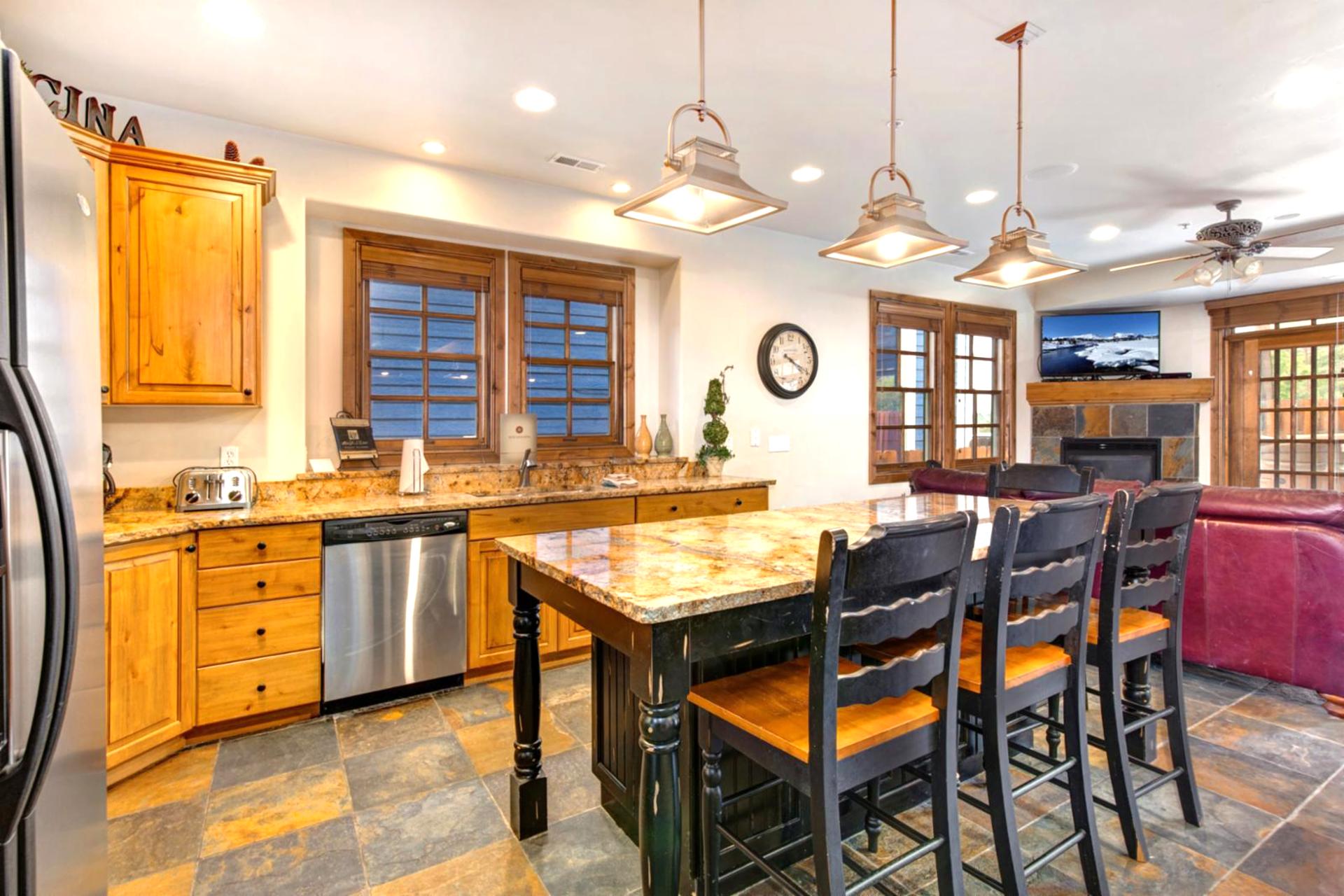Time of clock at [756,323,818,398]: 4:20
